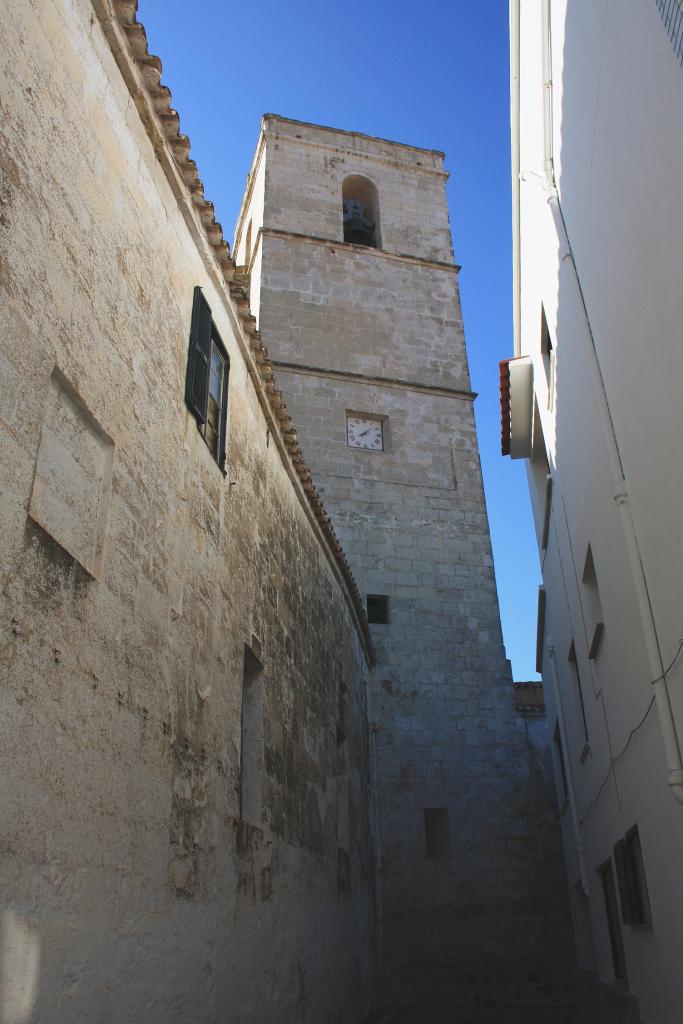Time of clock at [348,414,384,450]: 8:07
